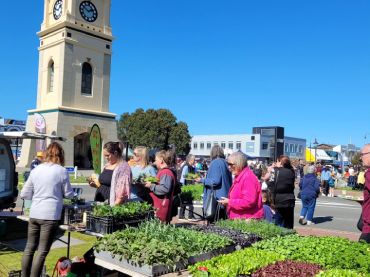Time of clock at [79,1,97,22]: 1:50
